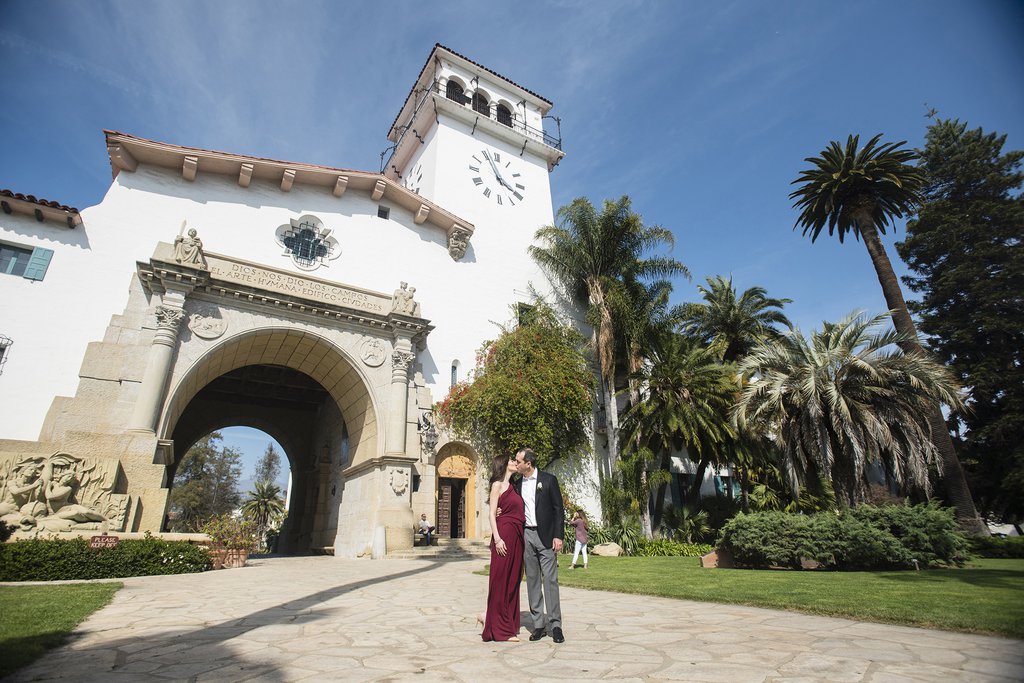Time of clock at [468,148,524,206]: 3:55
